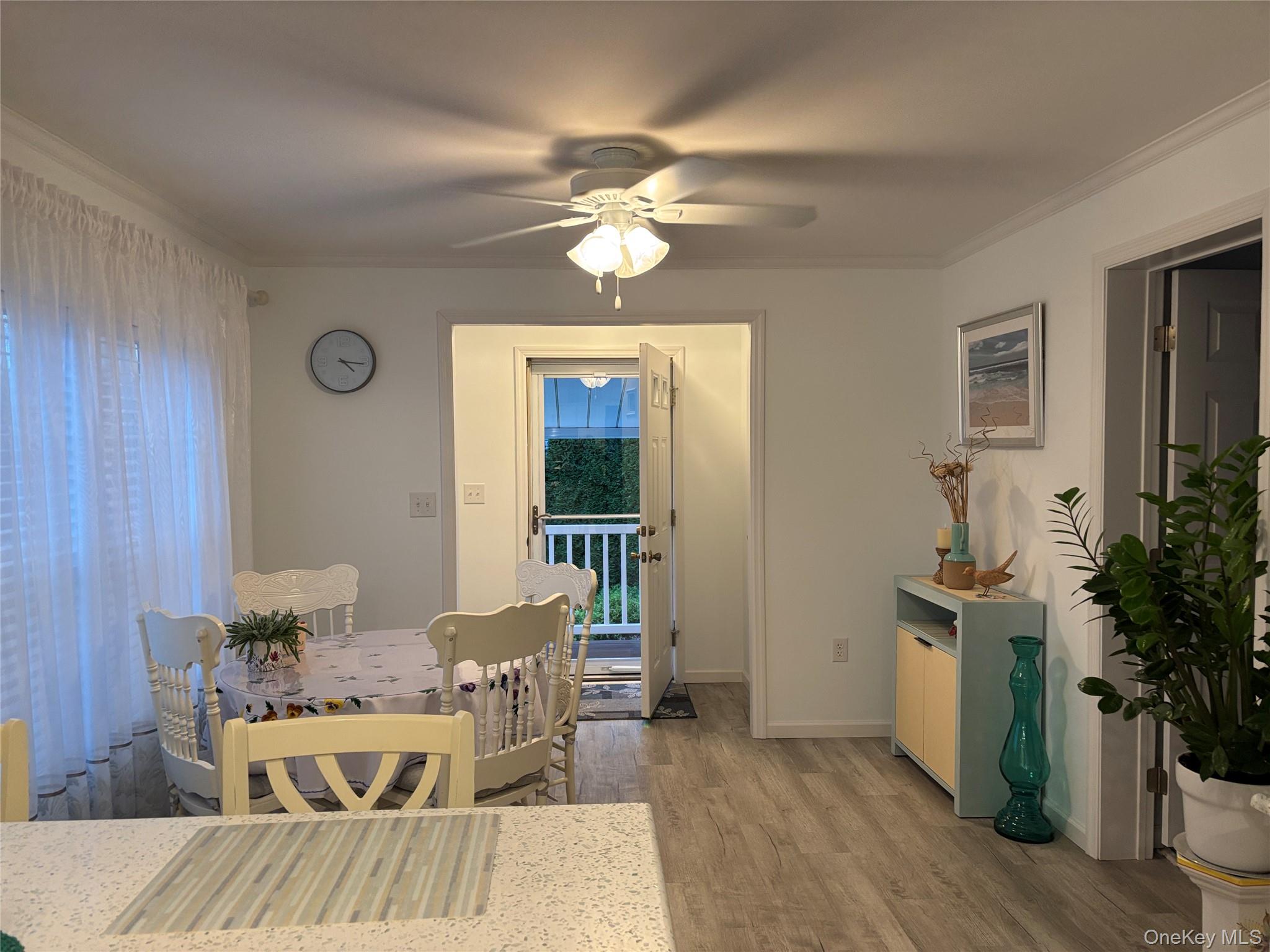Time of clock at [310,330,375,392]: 4:16
